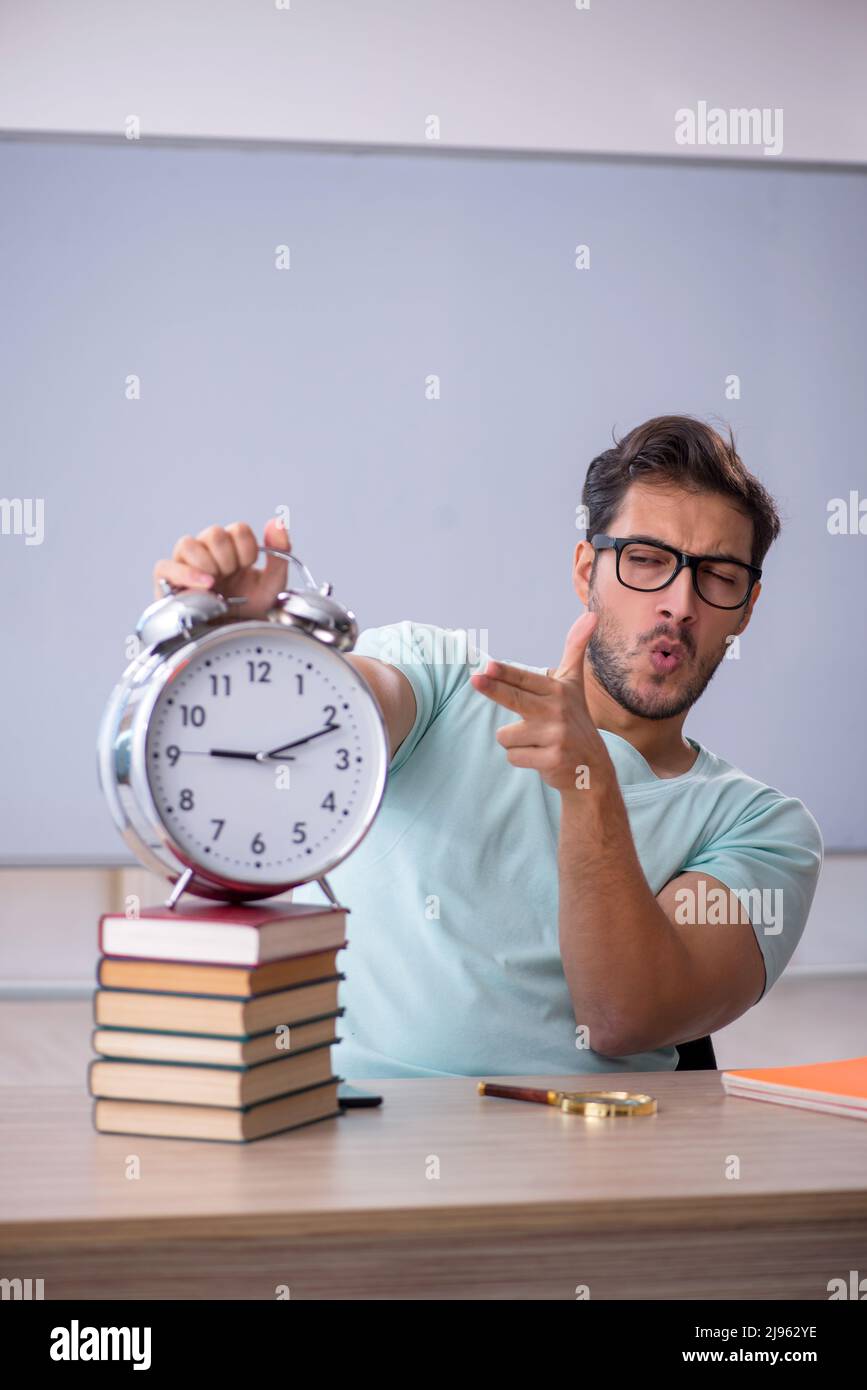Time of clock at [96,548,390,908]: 9:11
